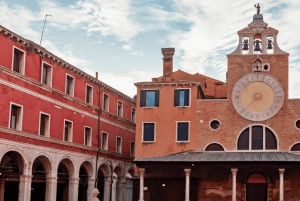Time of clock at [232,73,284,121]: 7:37
